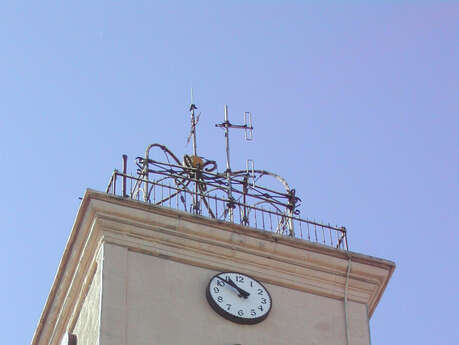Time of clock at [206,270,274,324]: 10:51
